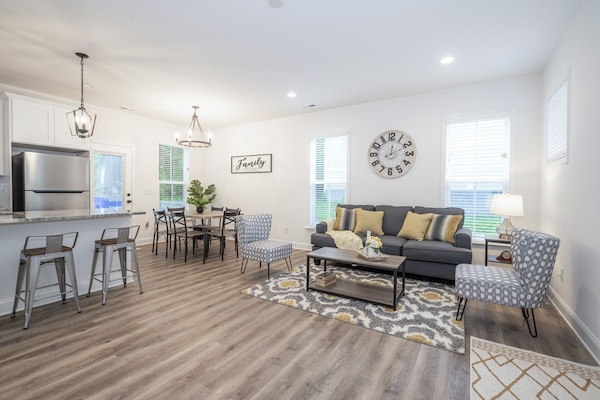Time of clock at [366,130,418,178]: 12:10
